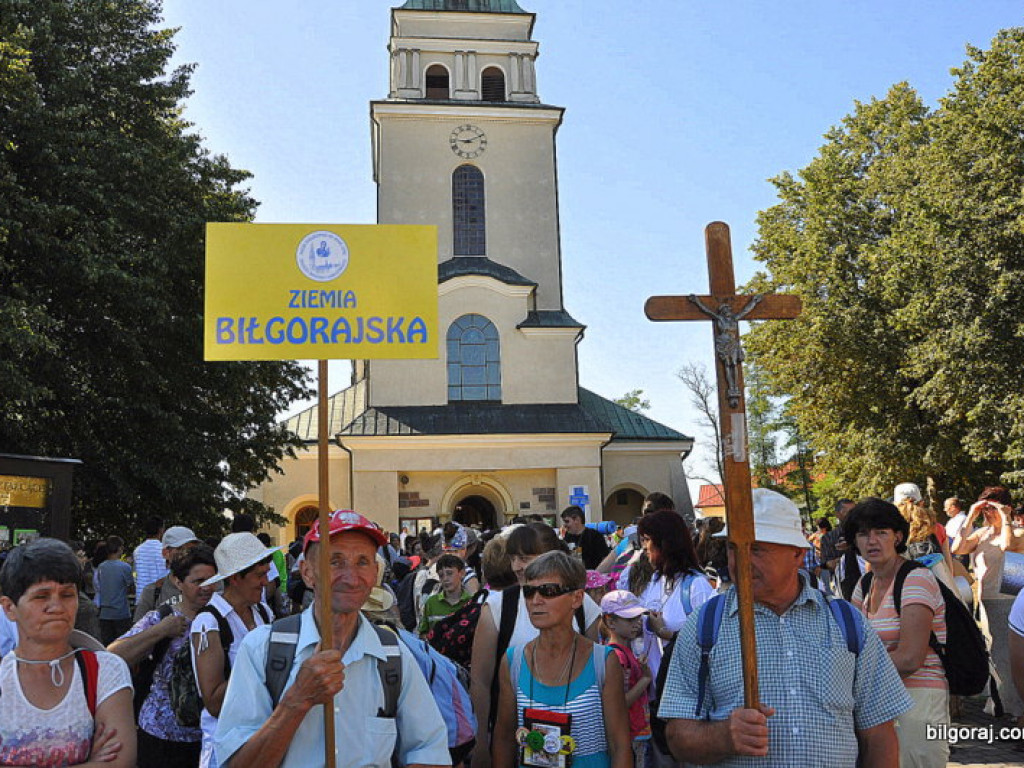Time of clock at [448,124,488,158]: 9:10
